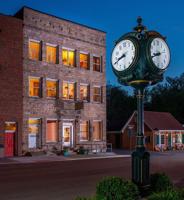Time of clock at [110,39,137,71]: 8:41
